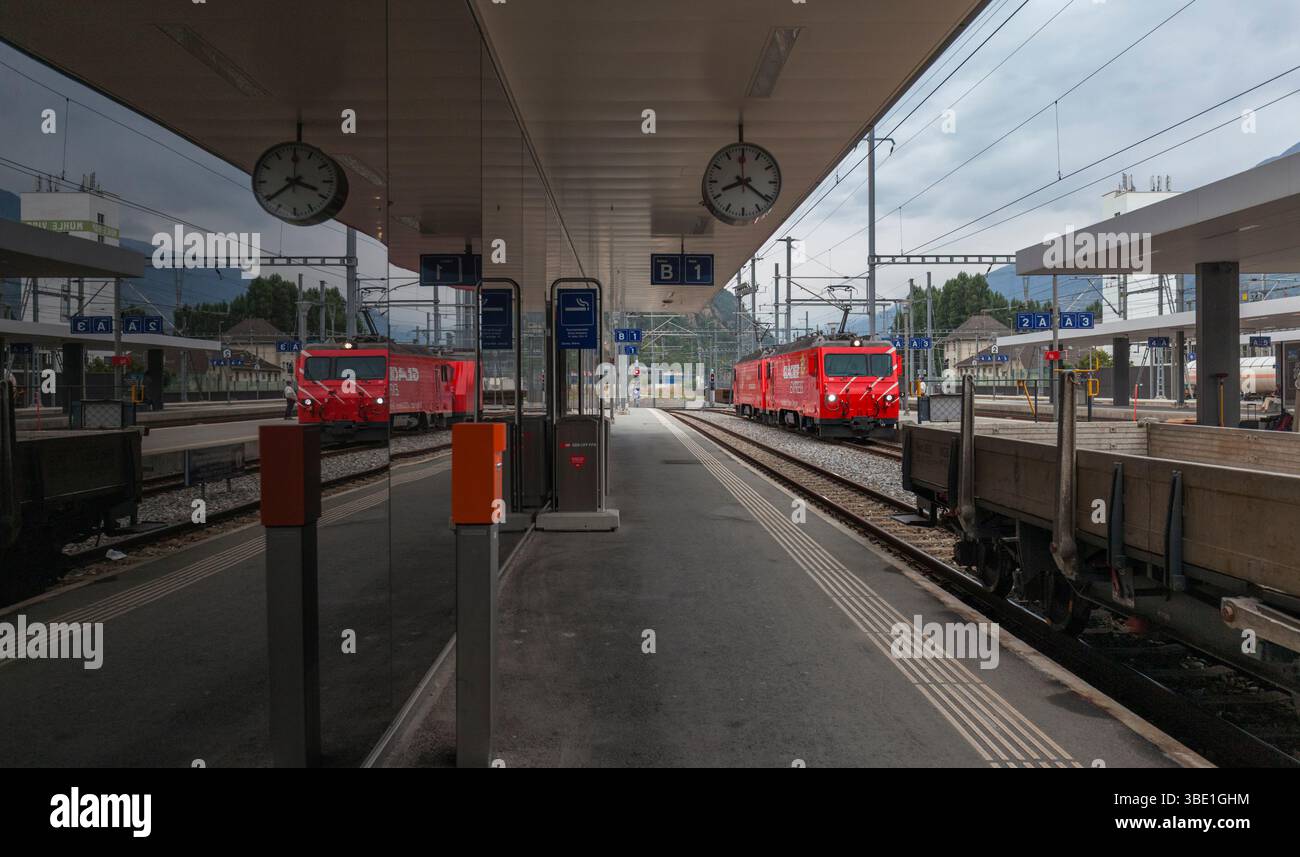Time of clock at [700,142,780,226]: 8:21
